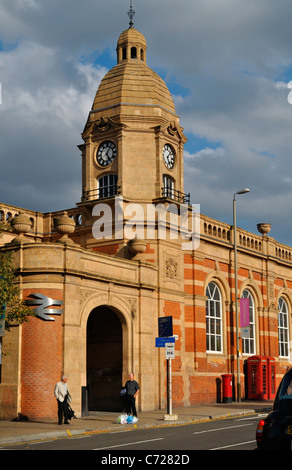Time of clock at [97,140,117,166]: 5:05
